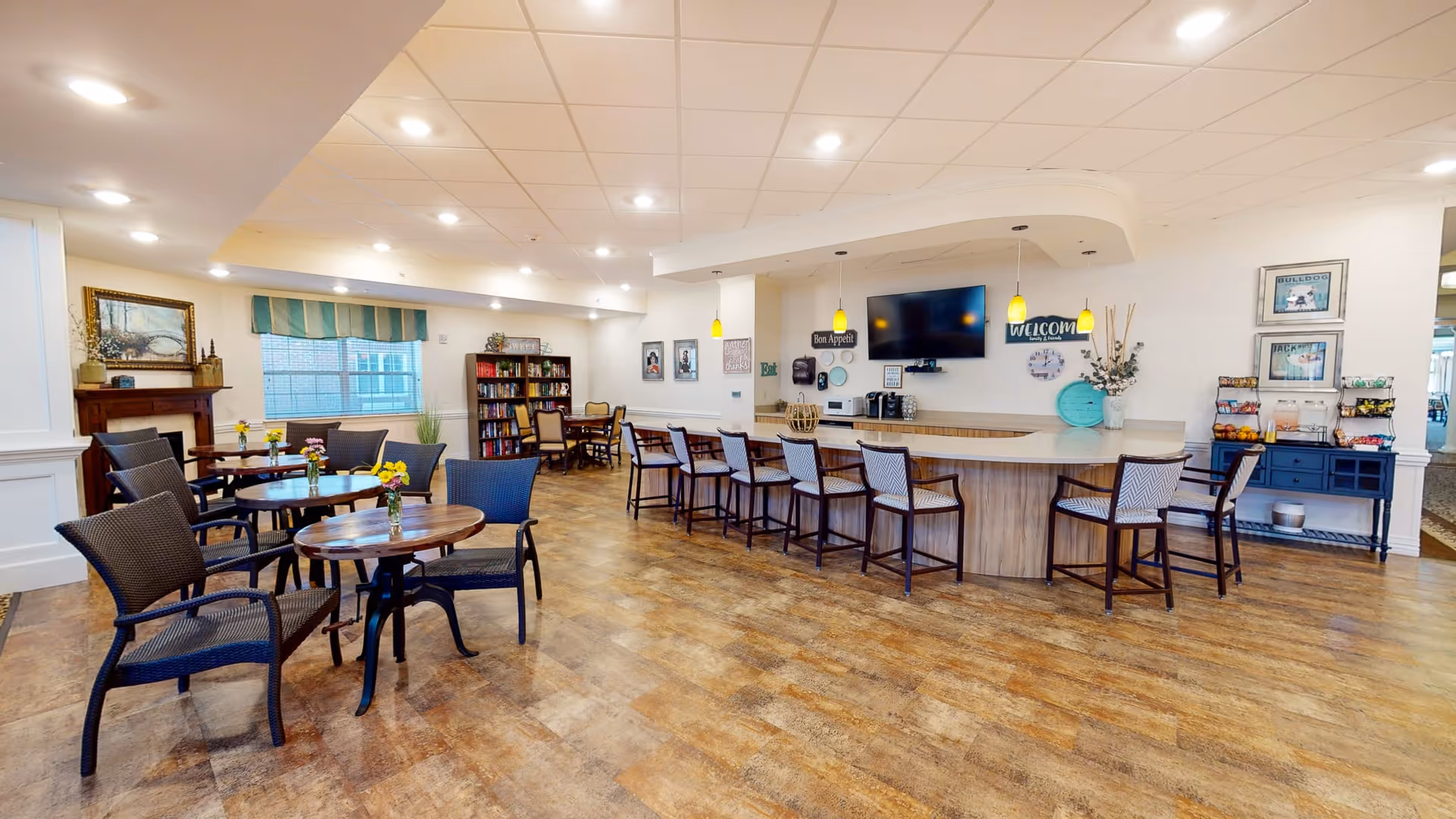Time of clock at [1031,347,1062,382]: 2:01
